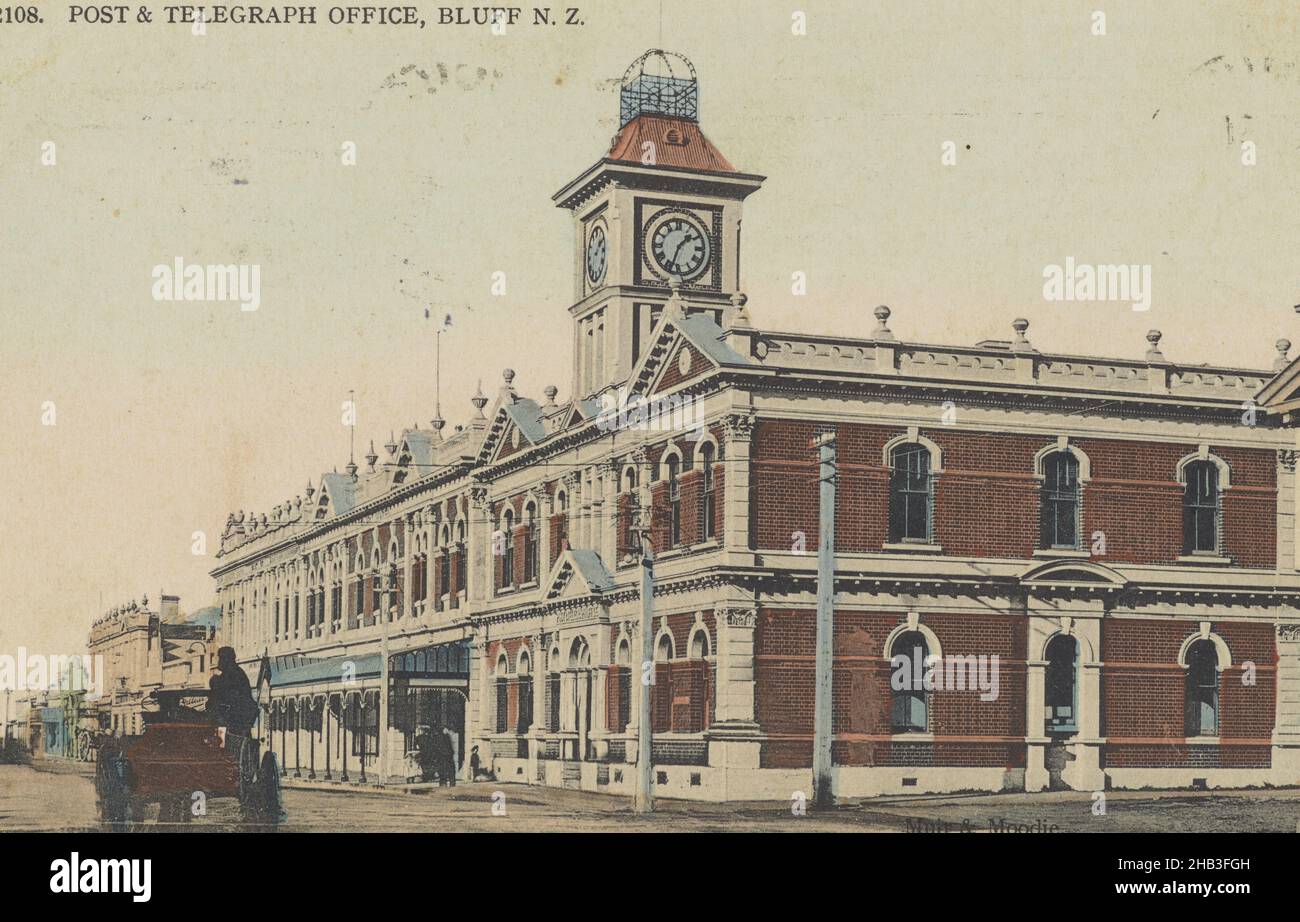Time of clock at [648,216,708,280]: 1:33
